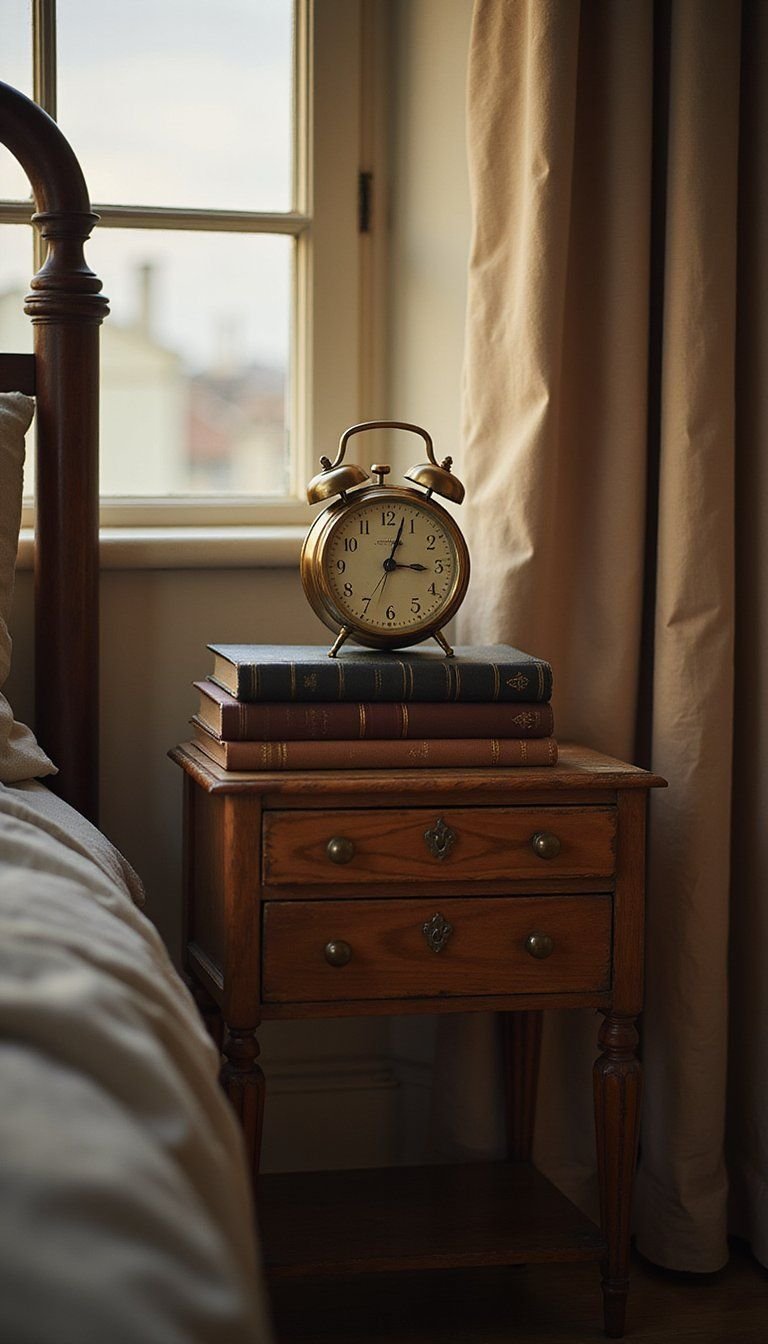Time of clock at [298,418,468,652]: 3:03
